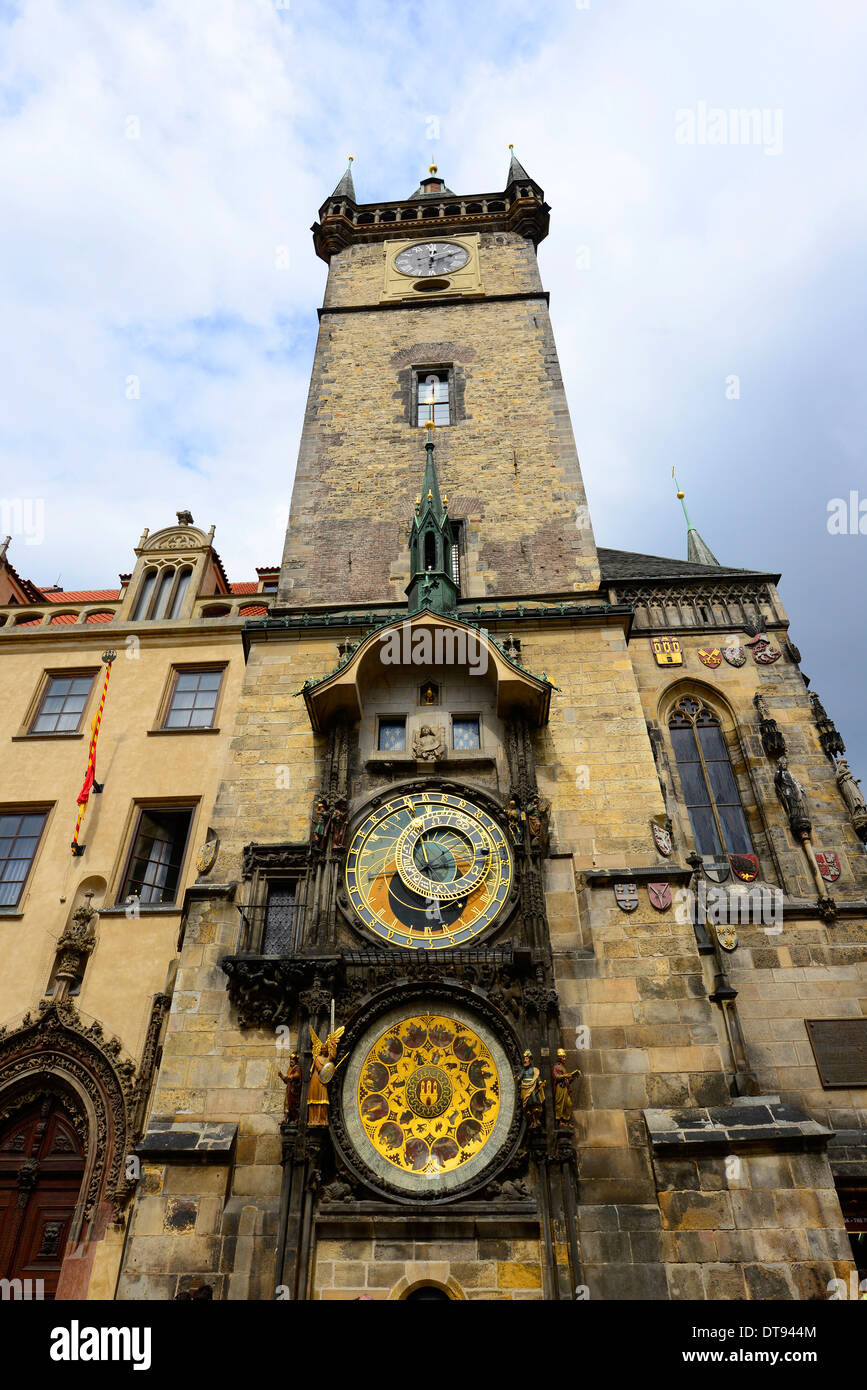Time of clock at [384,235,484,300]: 12:10
